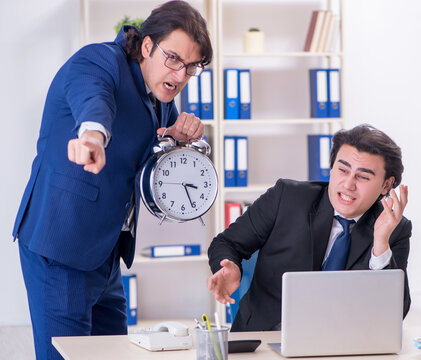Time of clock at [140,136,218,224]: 3:26
